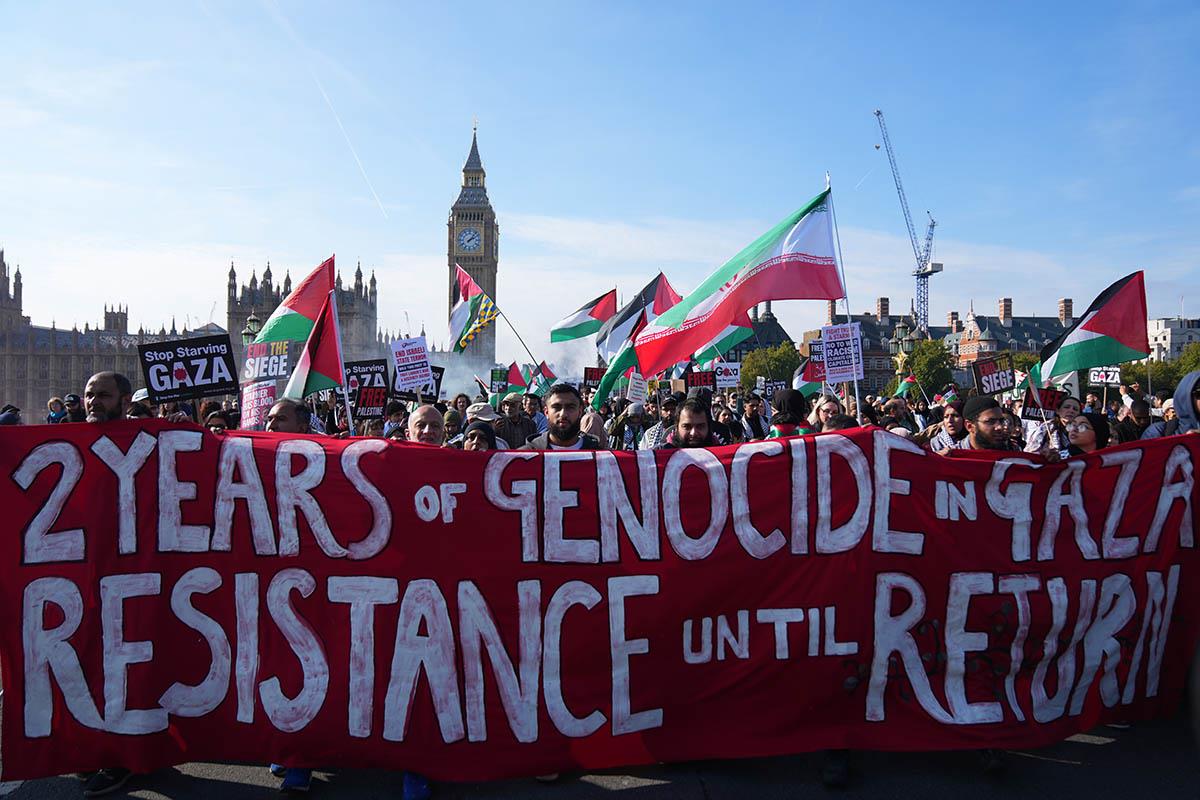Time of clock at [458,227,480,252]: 2:06
